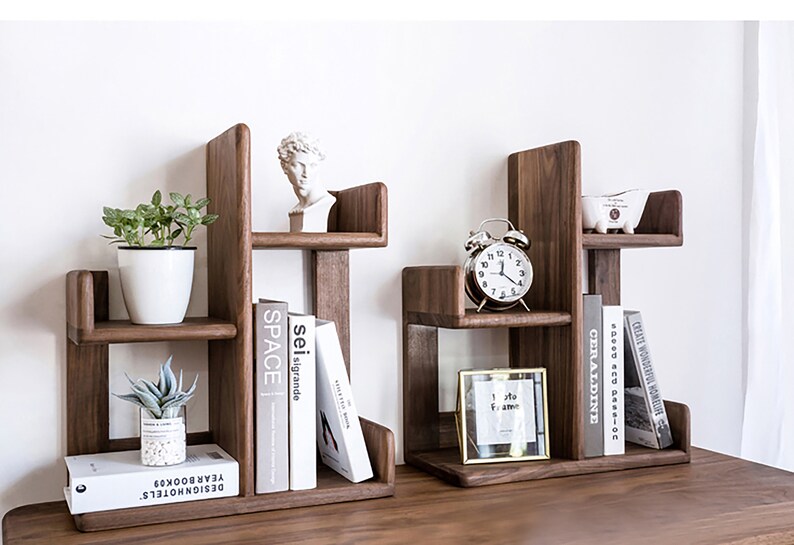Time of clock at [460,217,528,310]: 12:21
